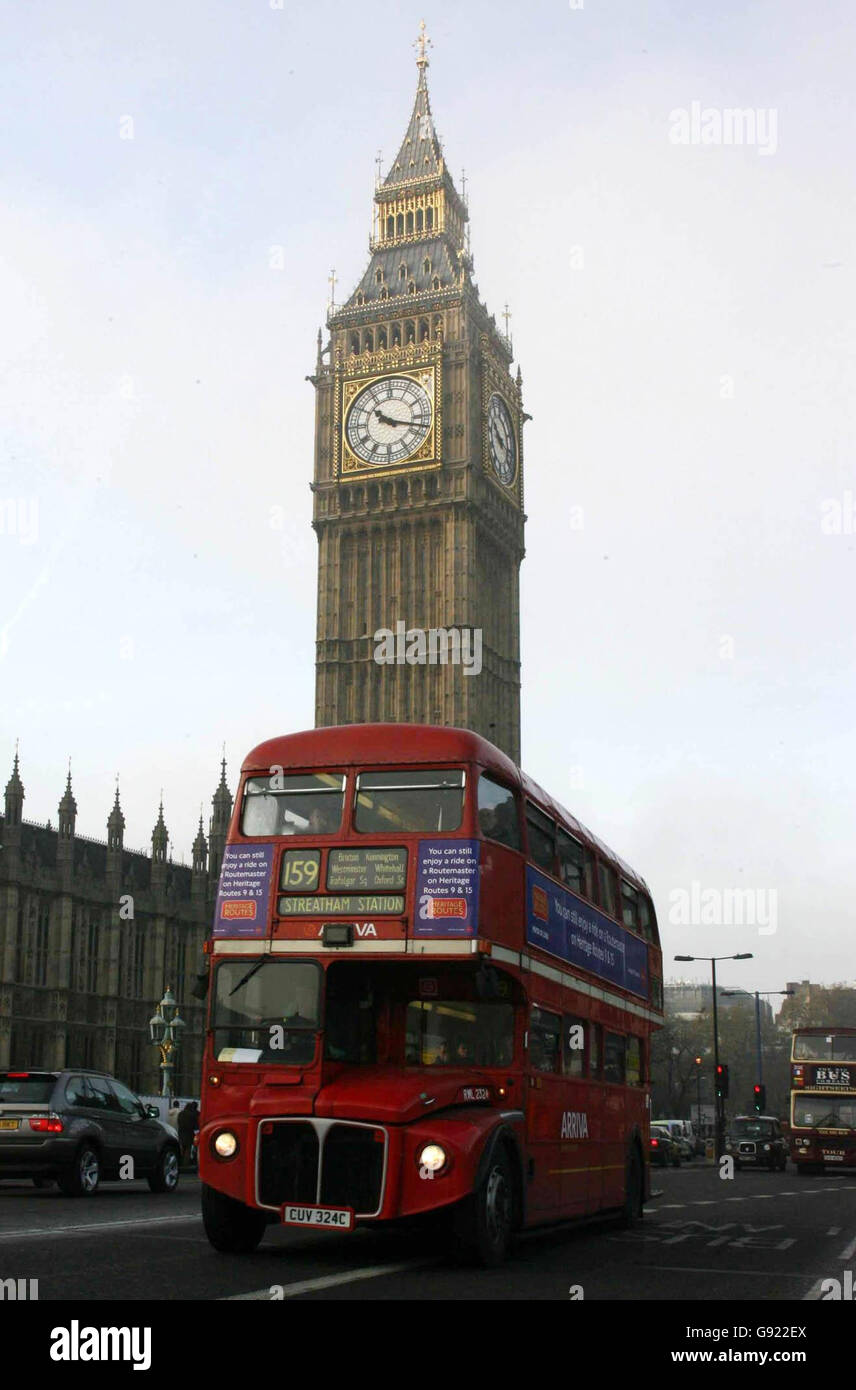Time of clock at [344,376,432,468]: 10:17
